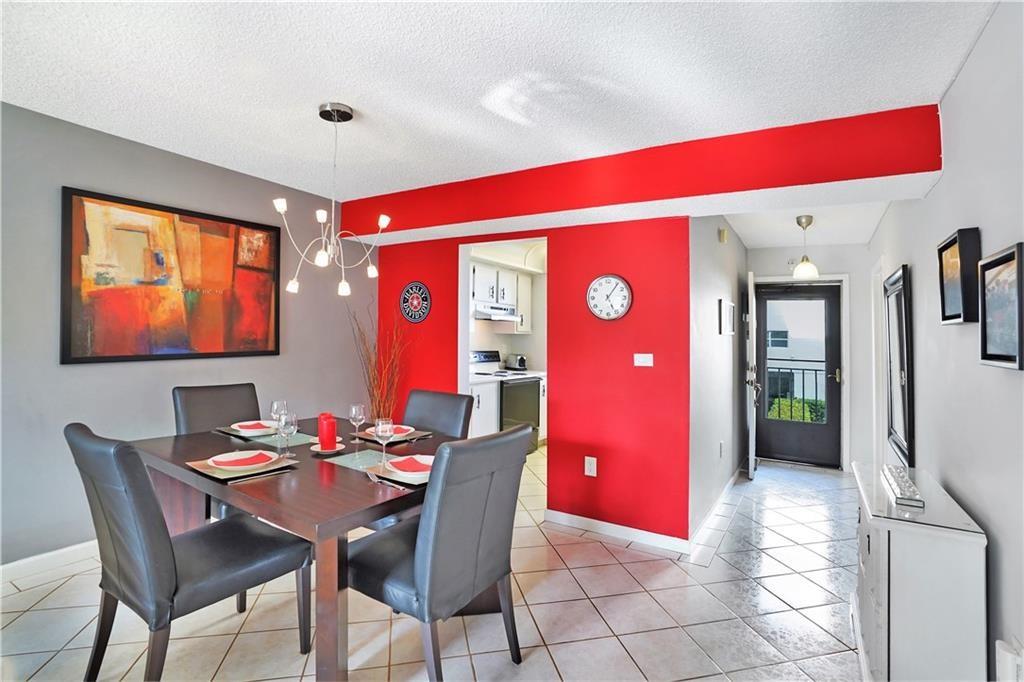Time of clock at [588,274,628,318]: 5:06
